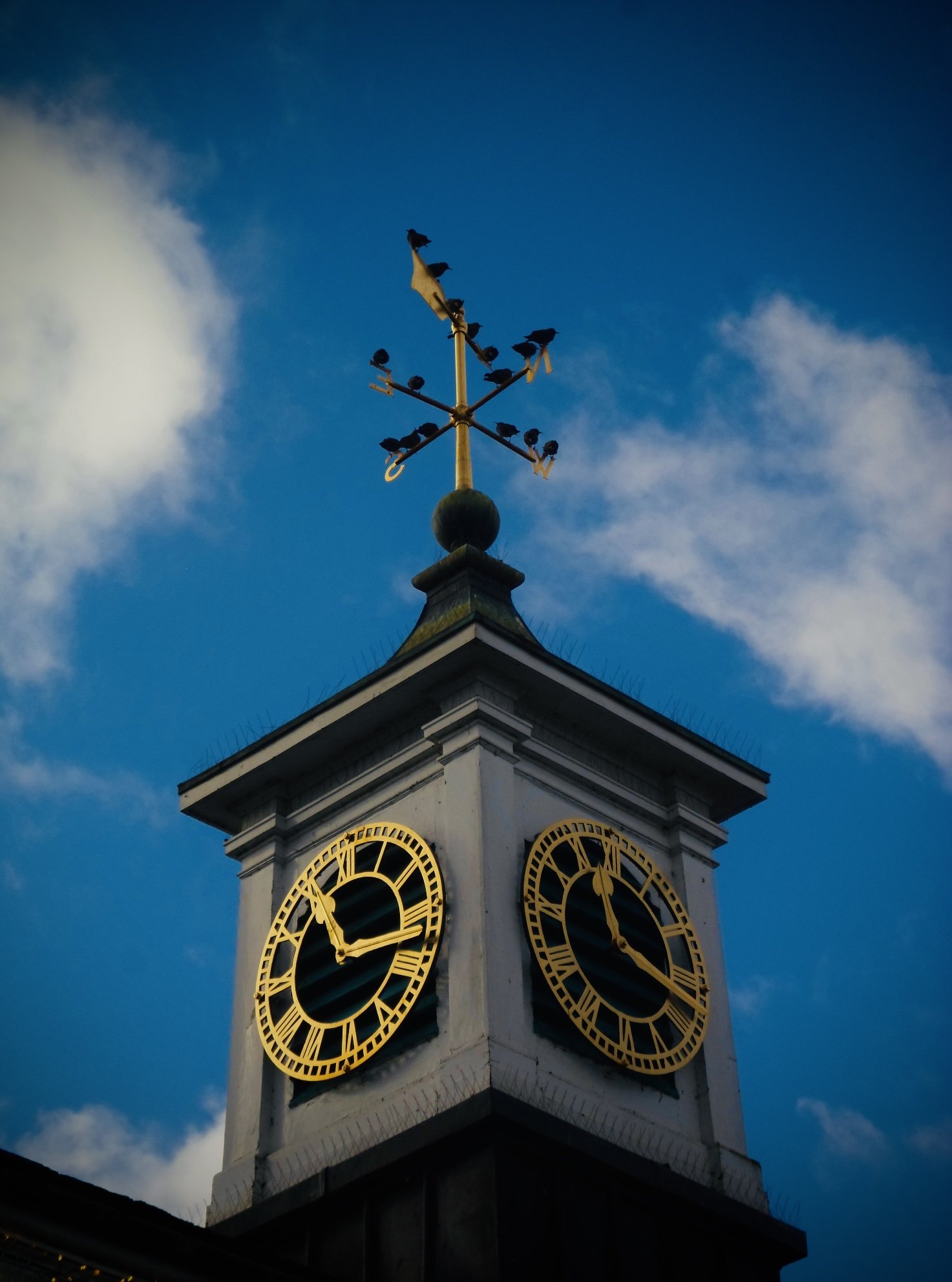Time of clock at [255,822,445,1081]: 11:16
